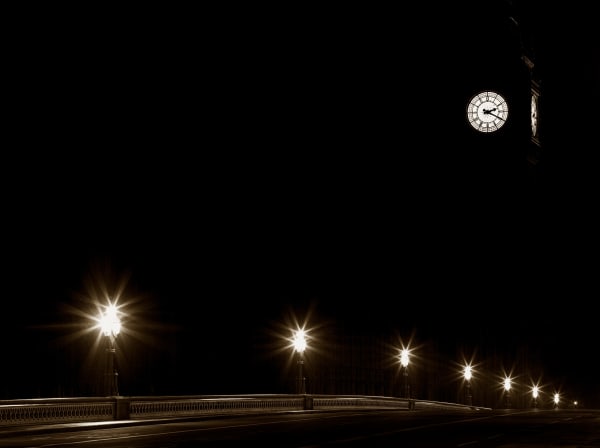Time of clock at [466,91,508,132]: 2:19
